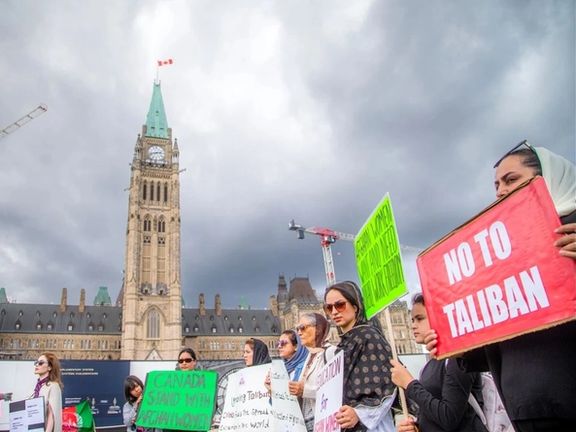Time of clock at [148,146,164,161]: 2:42
